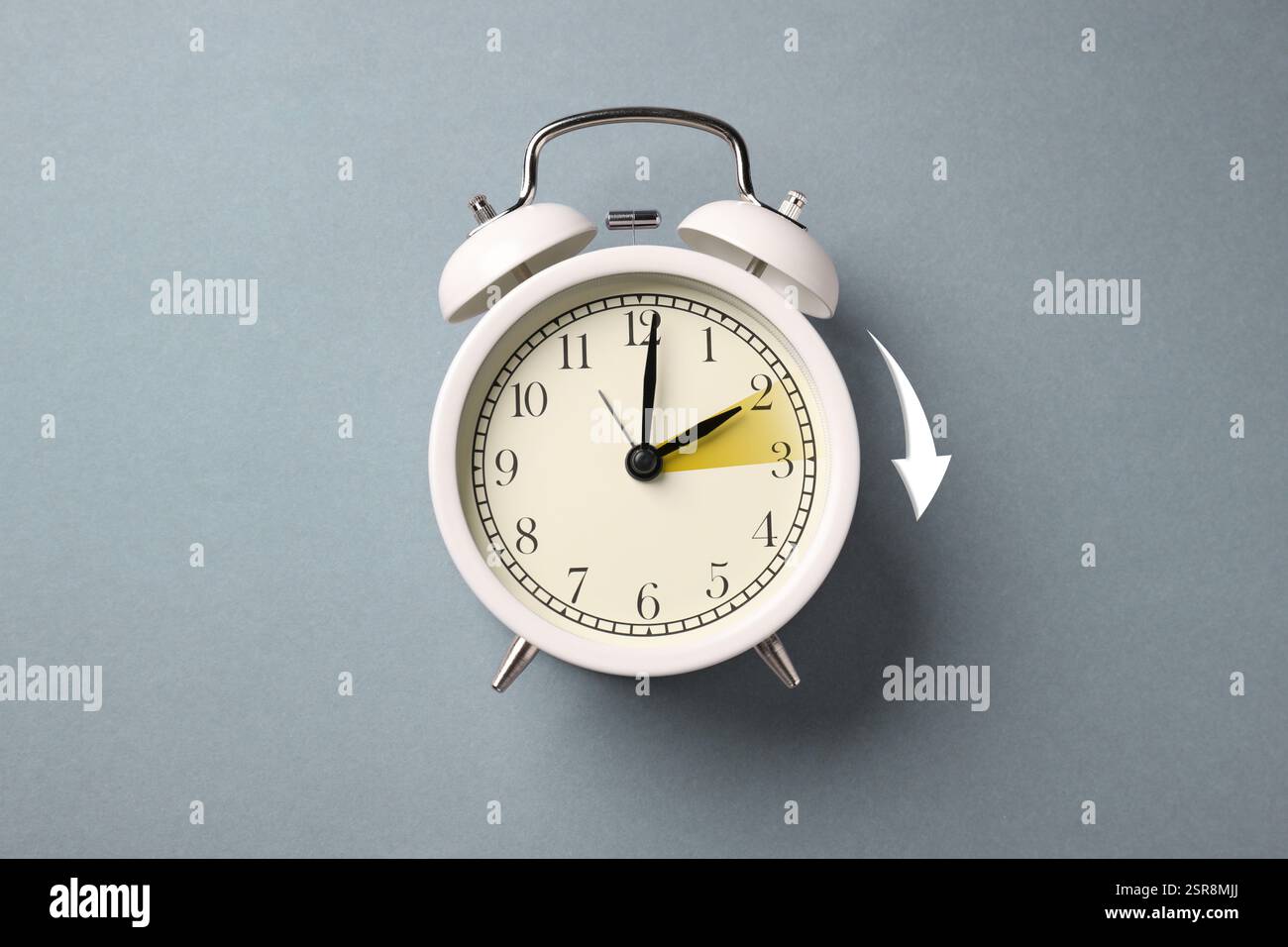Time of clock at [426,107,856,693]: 2:01
